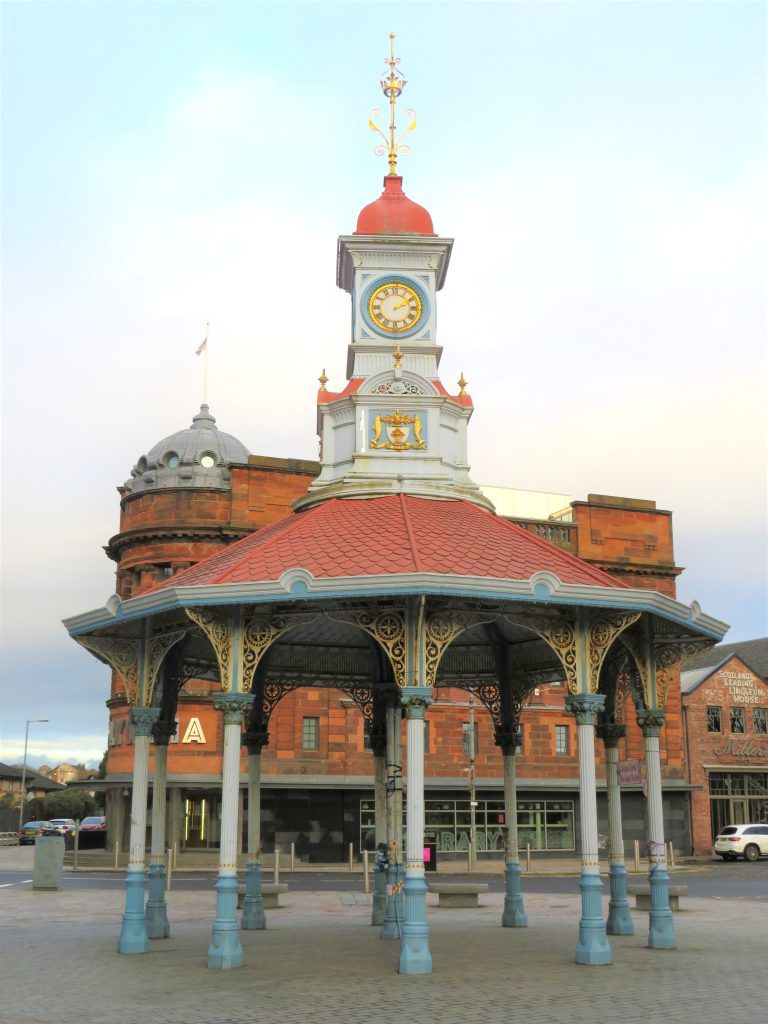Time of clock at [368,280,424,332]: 2:09
